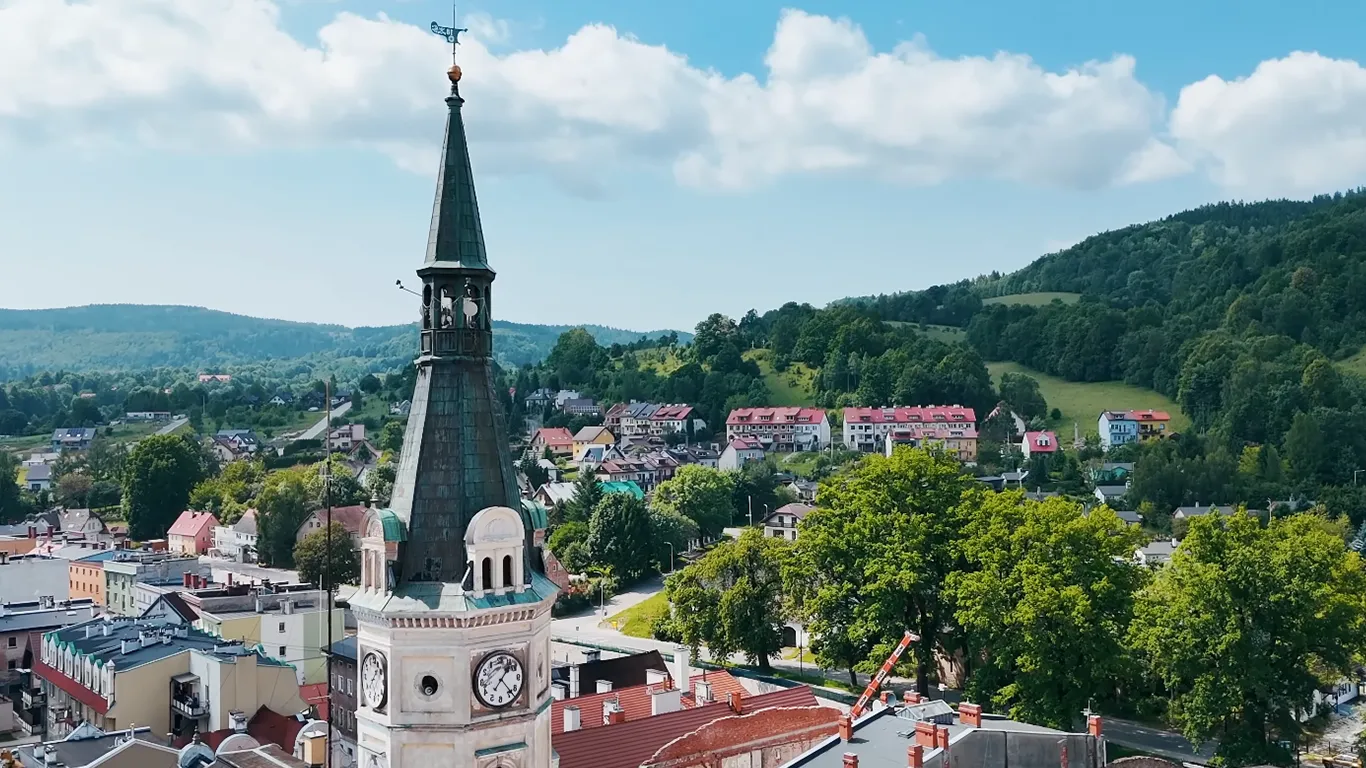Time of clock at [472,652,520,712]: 1:23
